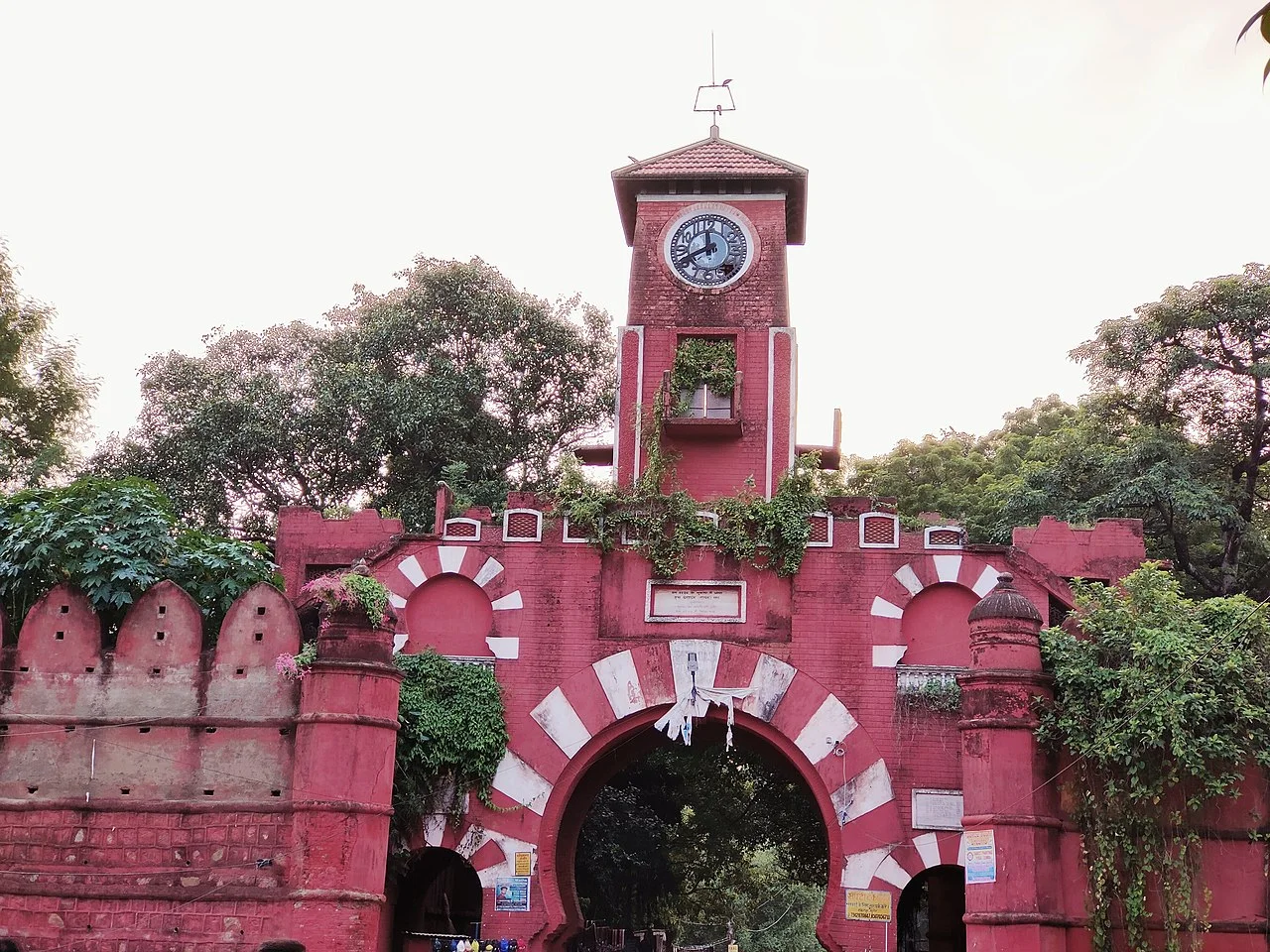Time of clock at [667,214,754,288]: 11:41
